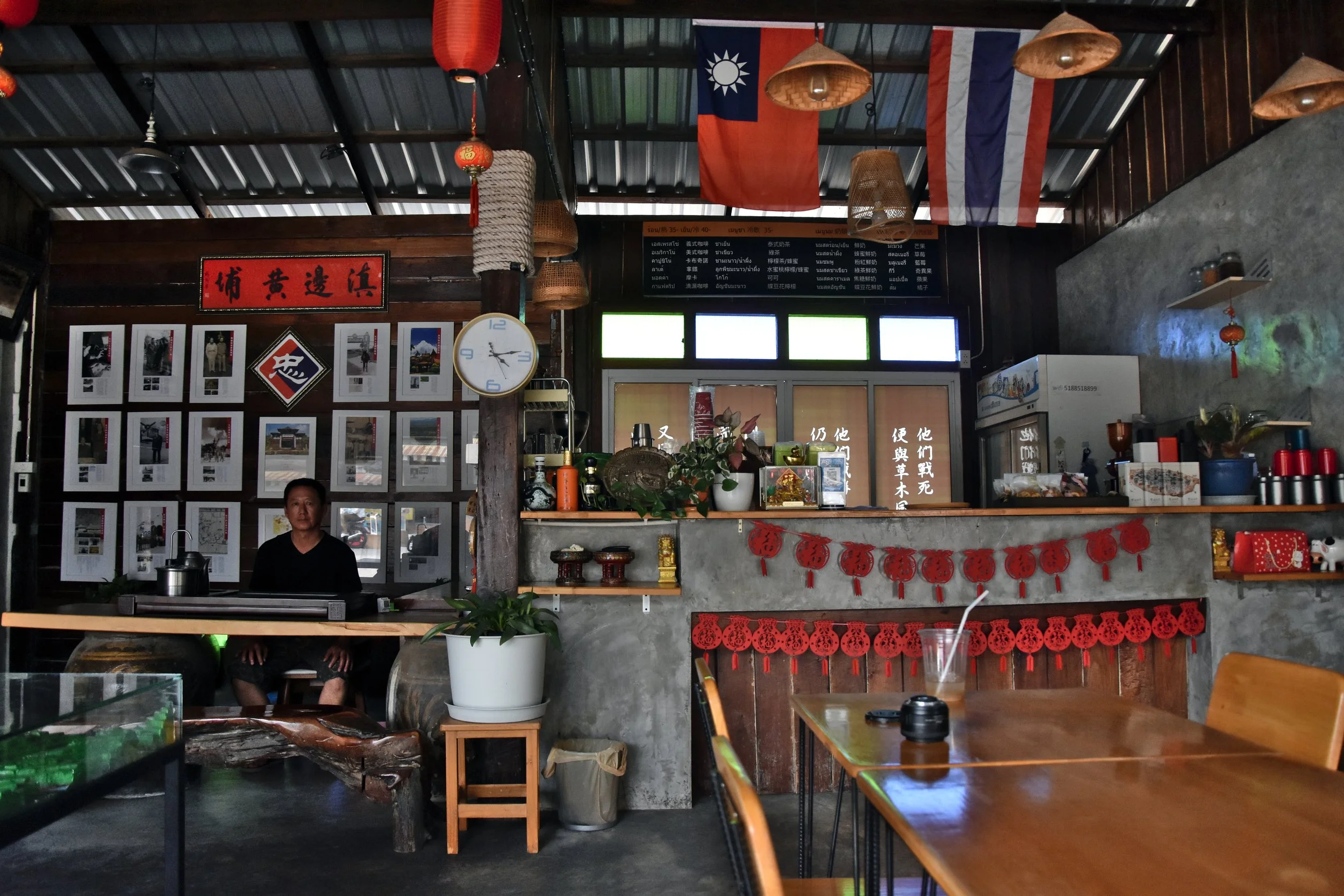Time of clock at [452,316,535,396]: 4:13
